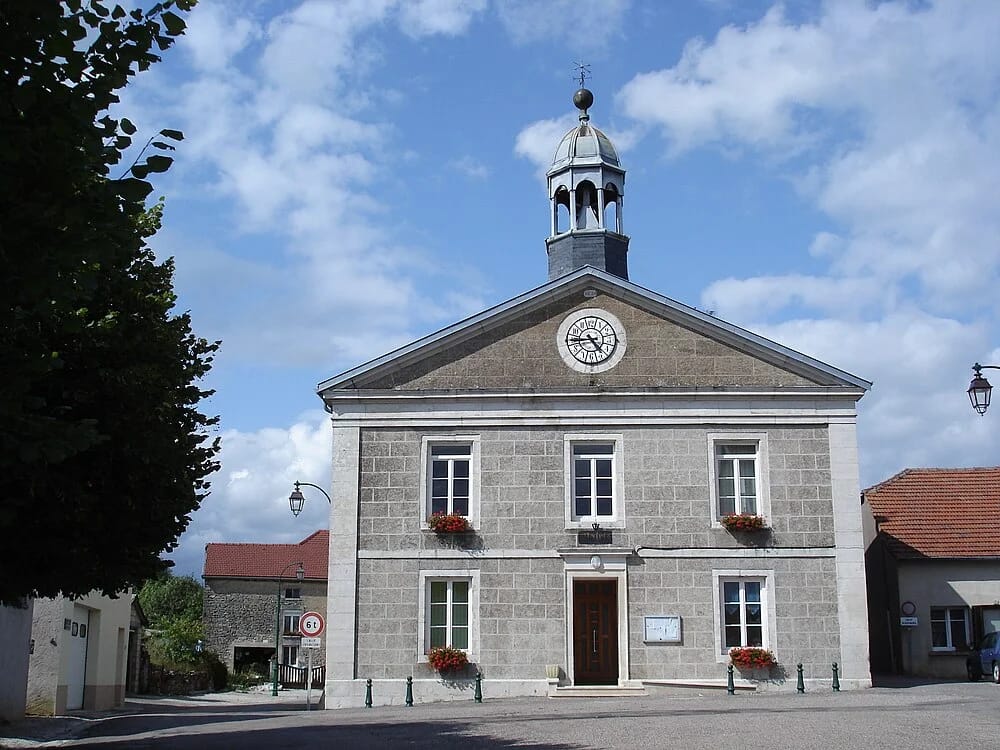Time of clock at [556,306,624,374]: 4:44
